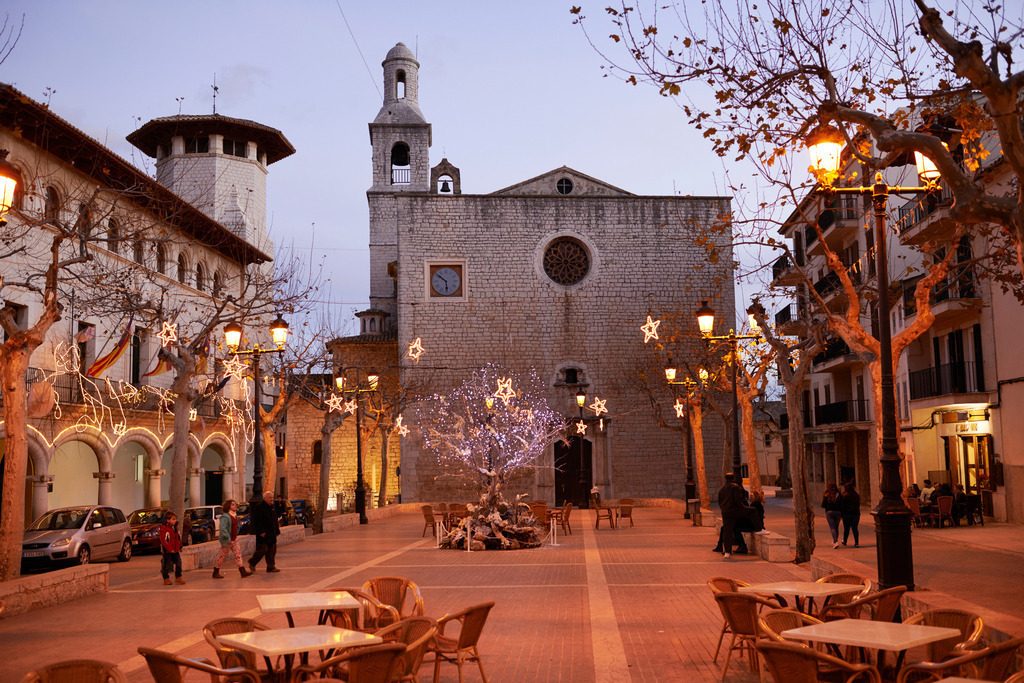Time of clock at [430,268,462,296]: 5:51
